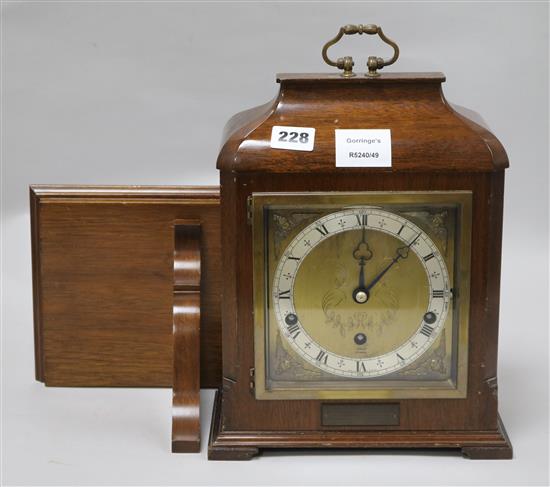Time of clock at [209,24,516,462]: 12:07
